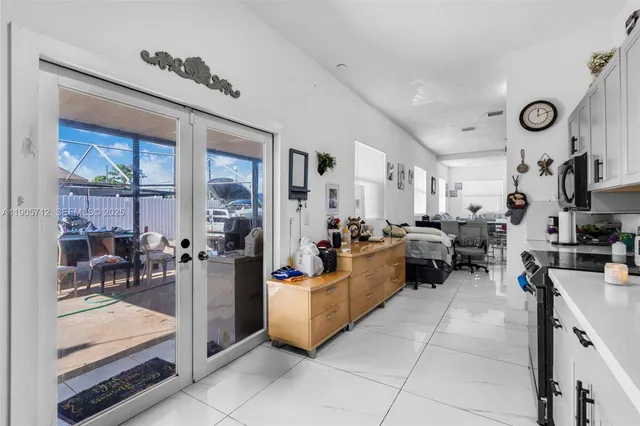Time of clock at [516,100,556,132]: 12:11
